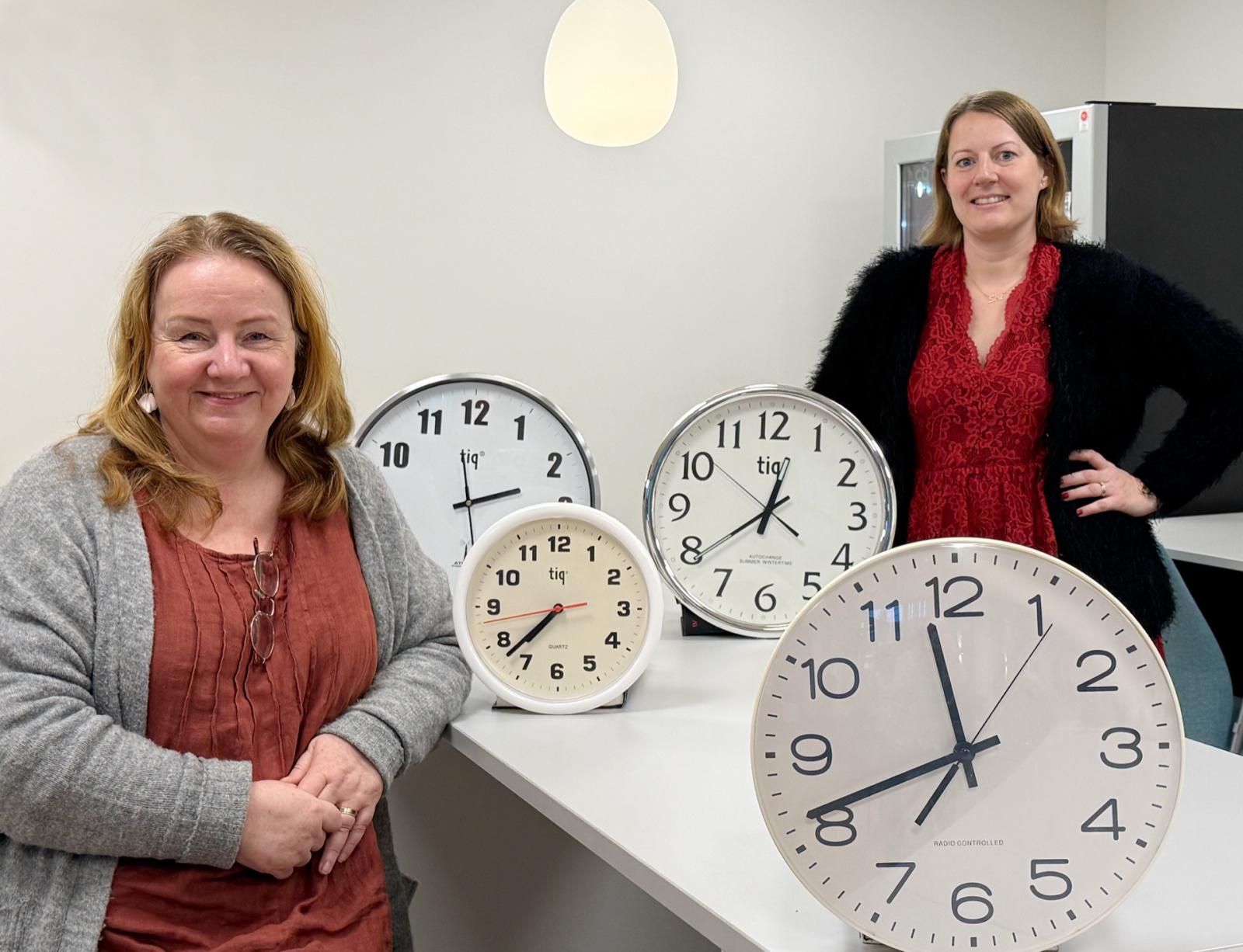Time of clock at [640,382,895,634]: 12:38
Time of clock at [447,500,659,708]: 7:37
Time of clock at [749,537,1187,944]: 12:41
